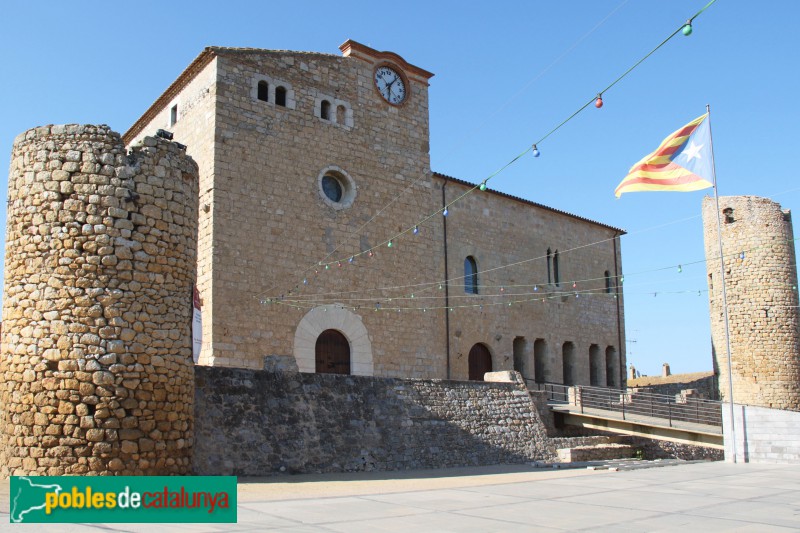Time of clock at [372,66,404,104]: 6:06
